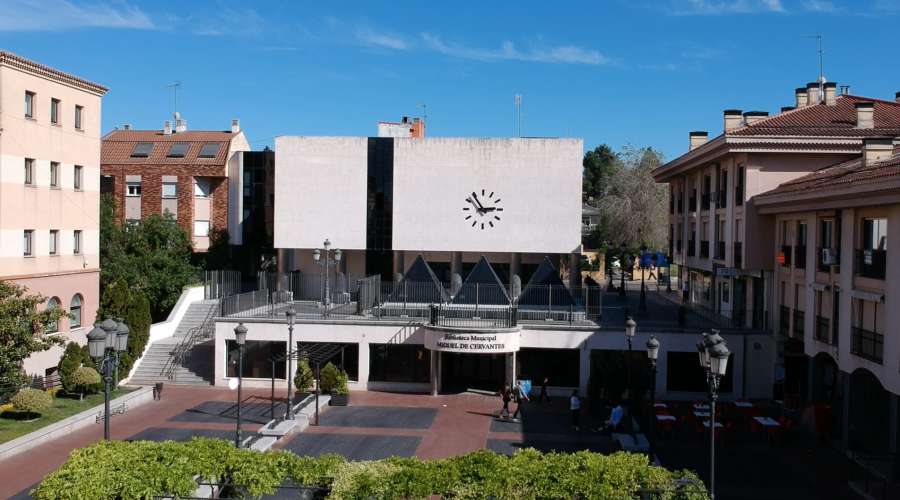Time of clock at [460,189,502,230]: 2:54
